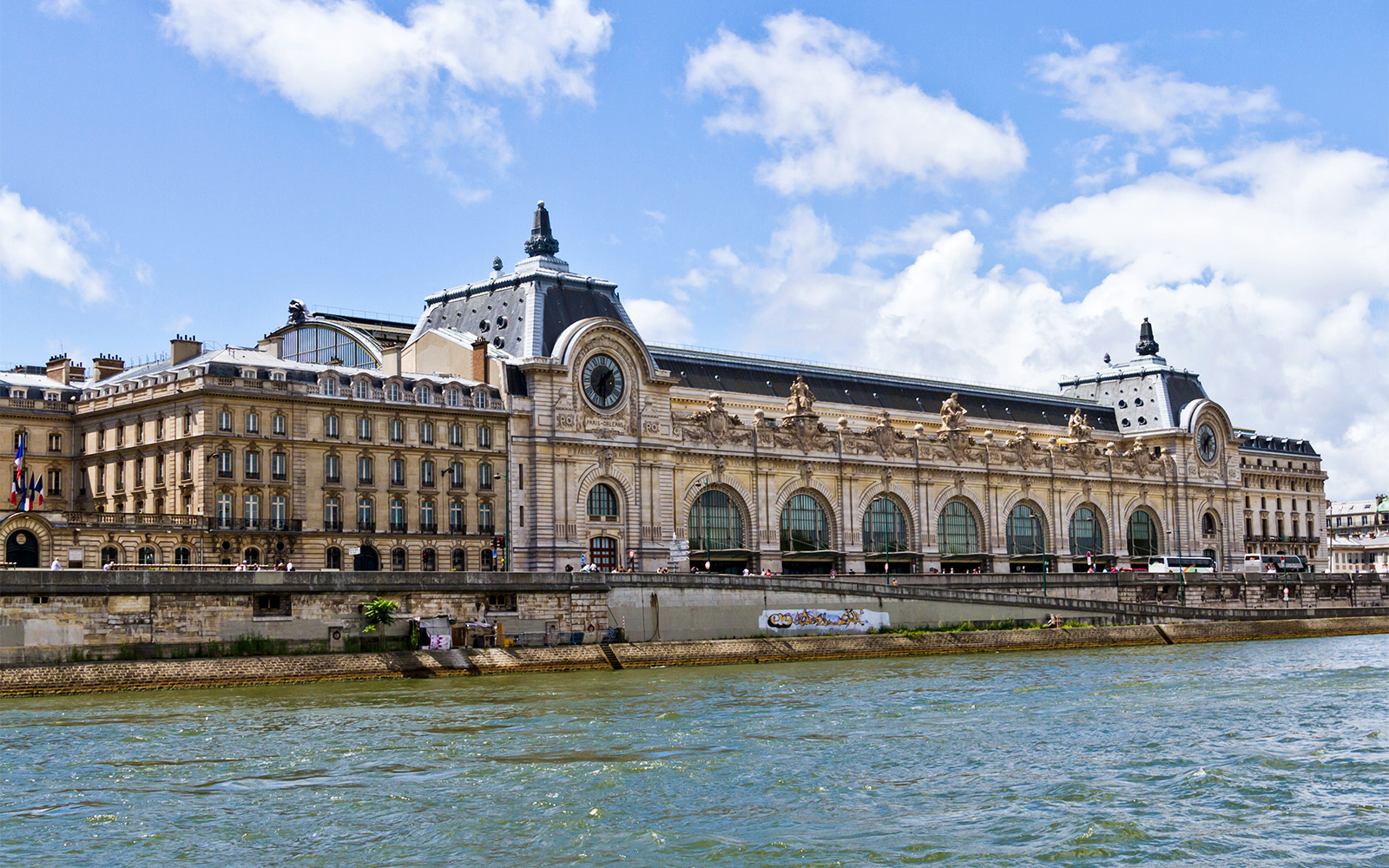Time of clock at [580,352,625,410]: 1:30
